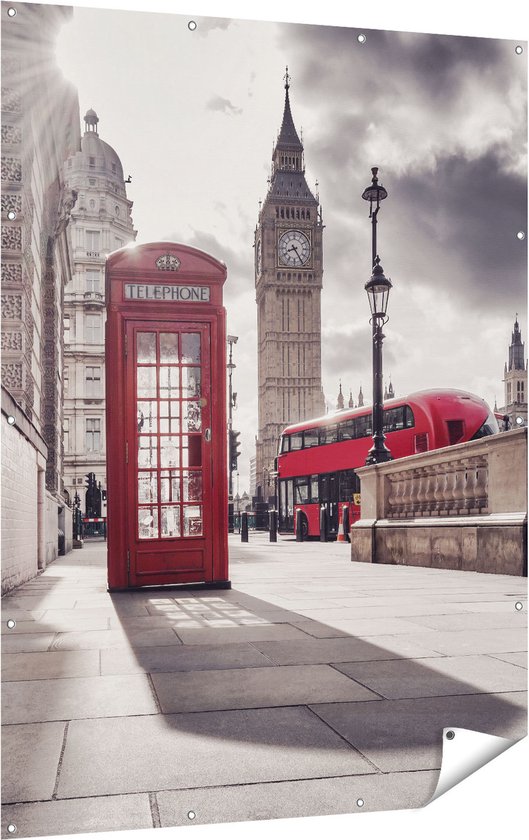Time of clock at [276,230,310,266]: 8:24
